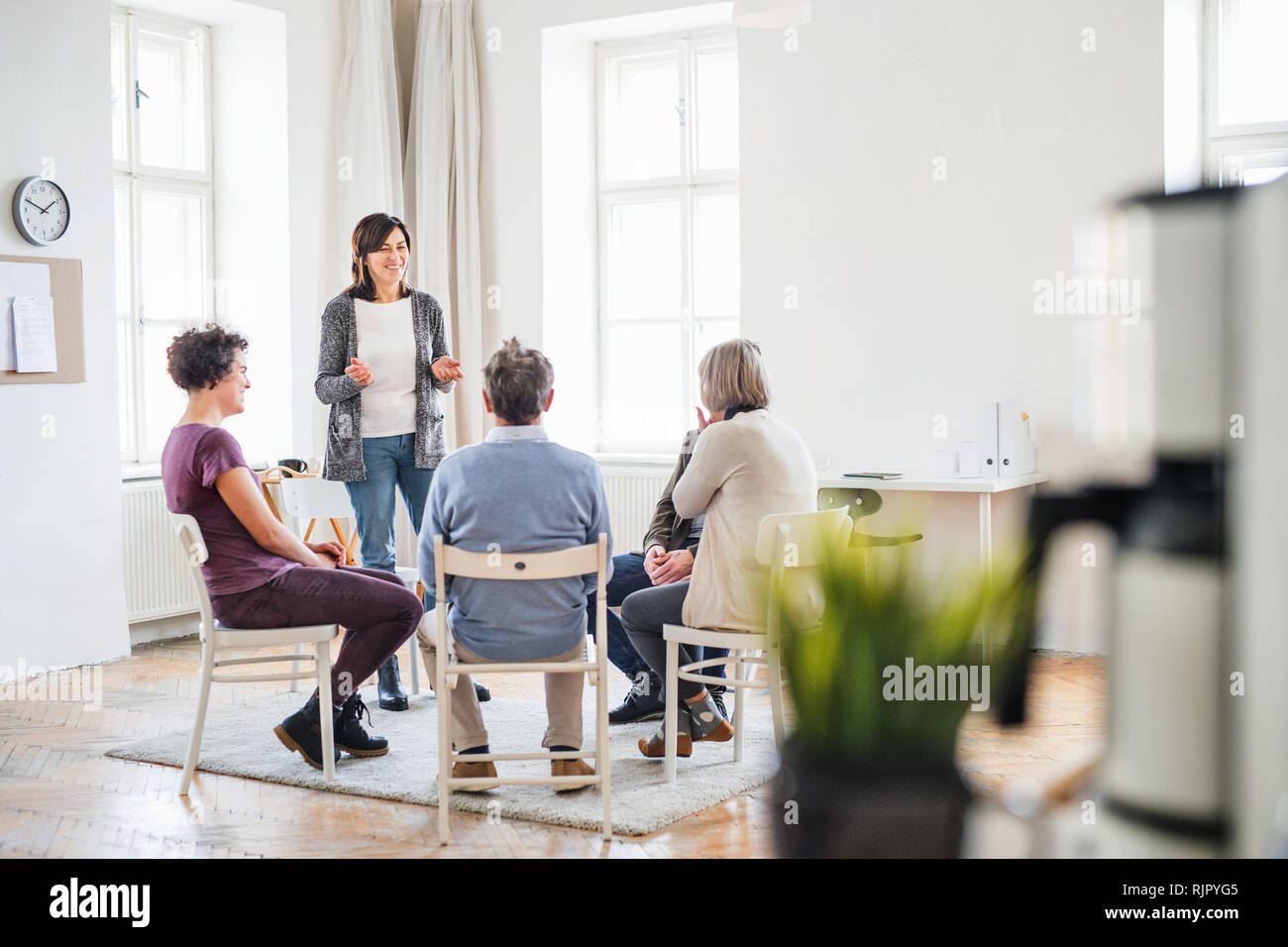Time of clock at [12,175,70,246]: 1:49
